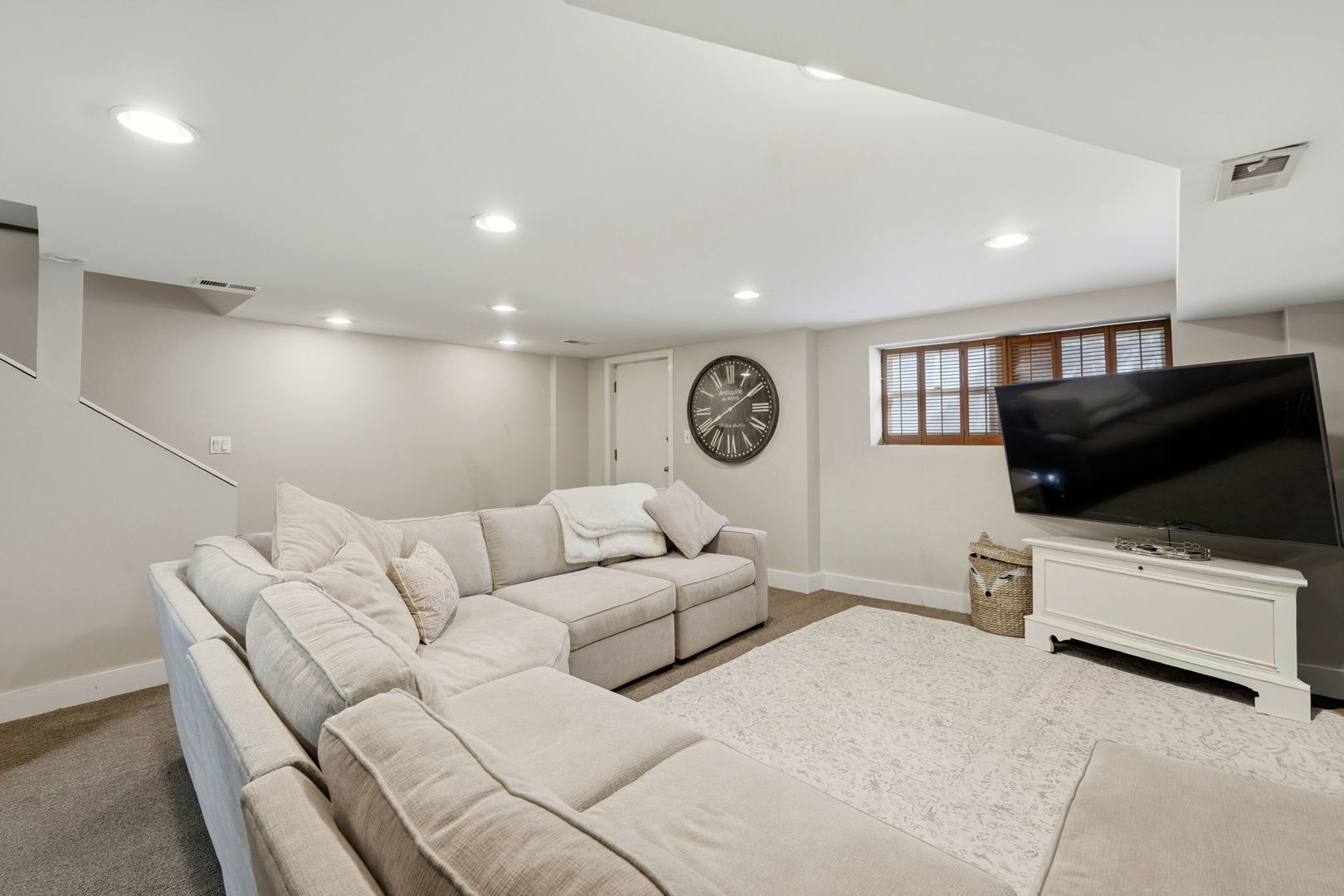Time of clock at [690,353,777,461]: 8:09
